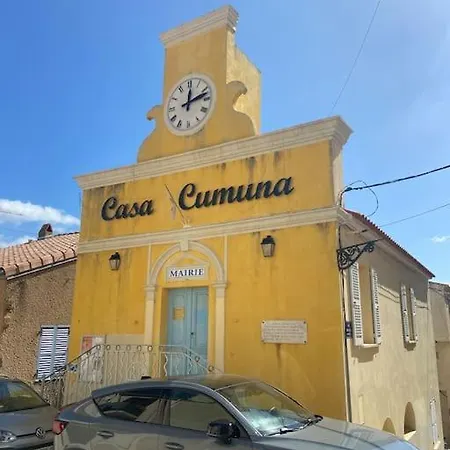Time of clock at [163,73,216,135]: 12:12
